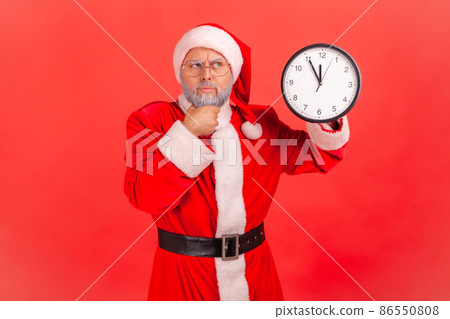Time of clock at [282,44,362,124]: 11:55
